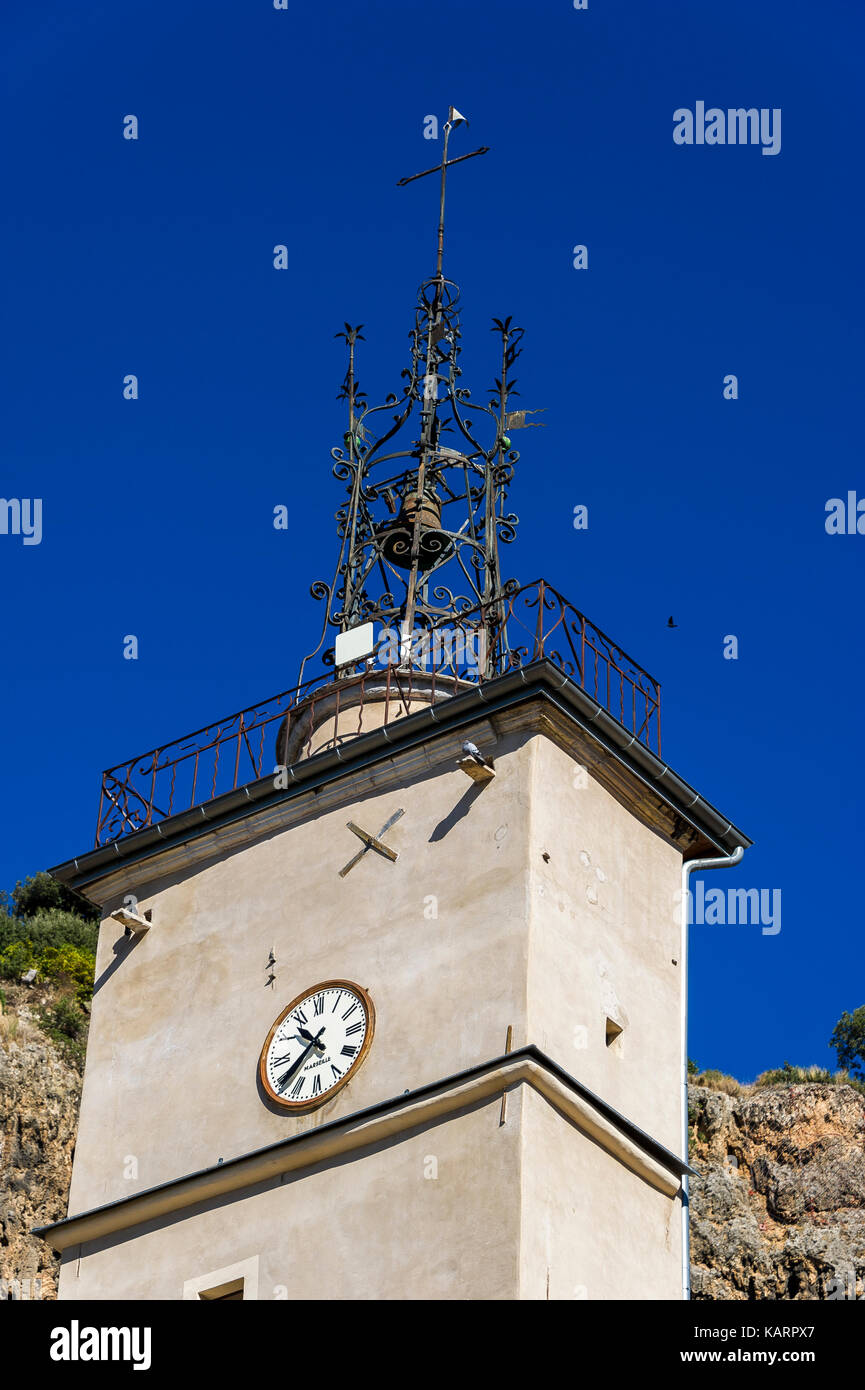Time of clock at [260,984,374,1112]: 10:39
